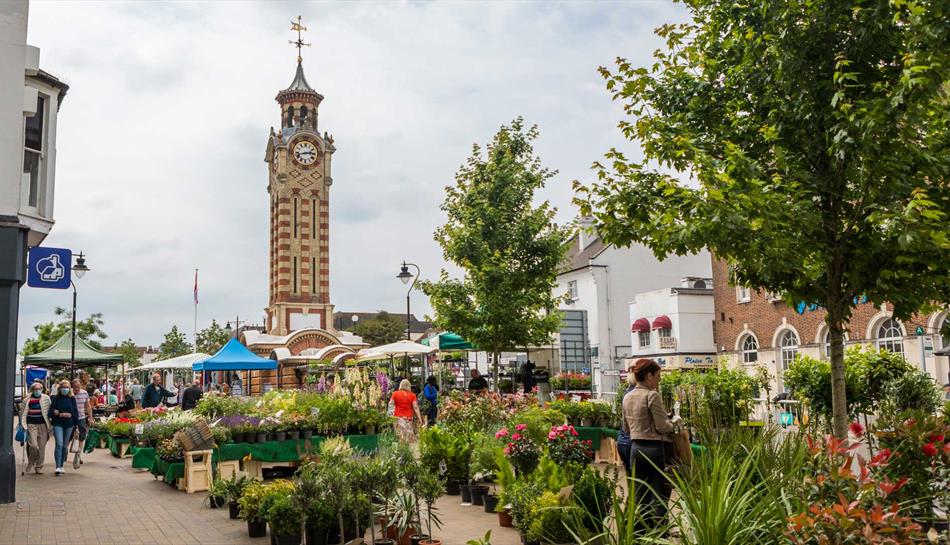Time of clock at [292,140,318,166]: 2:42
